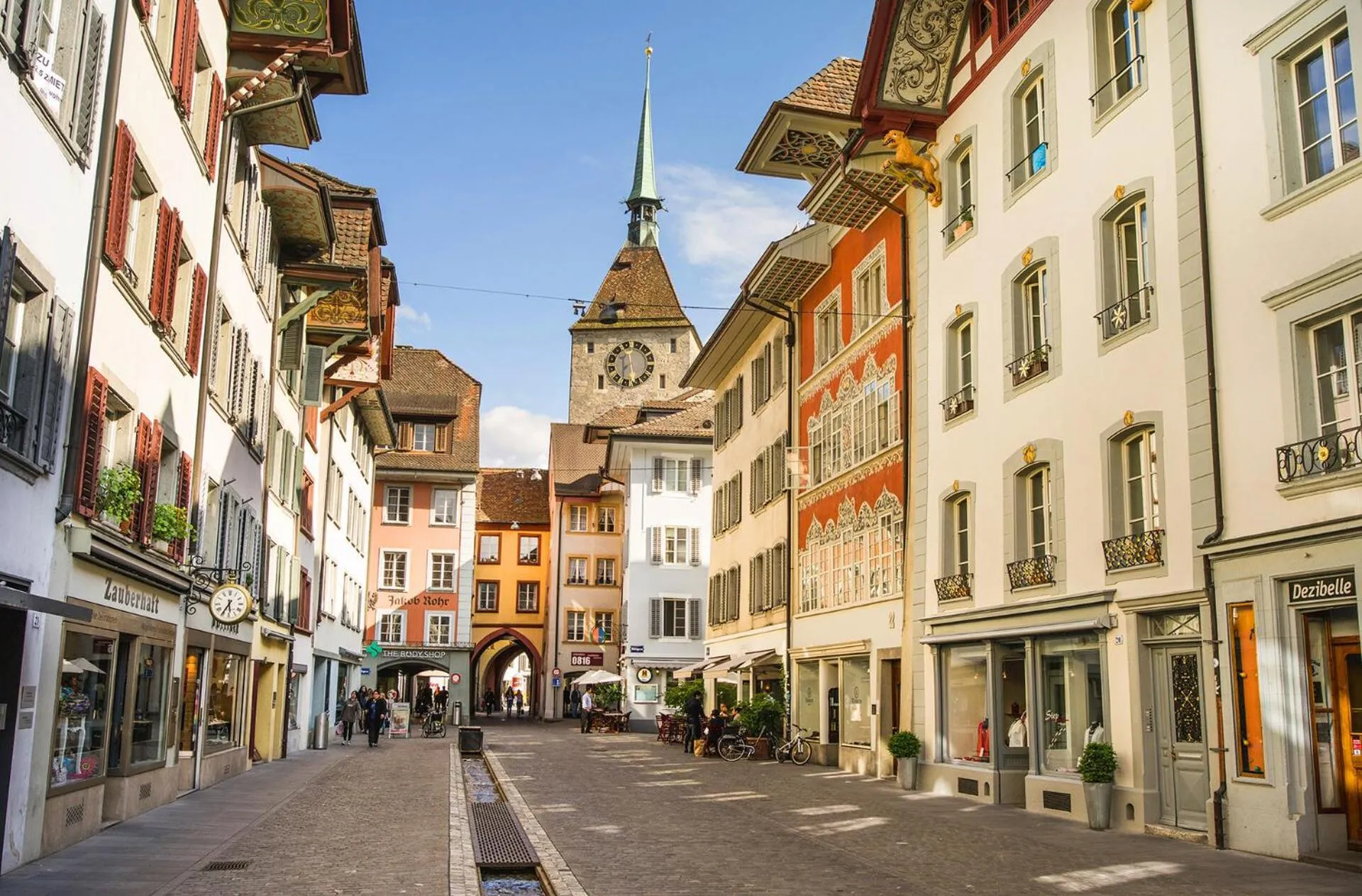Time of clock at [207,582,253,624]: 5:35
